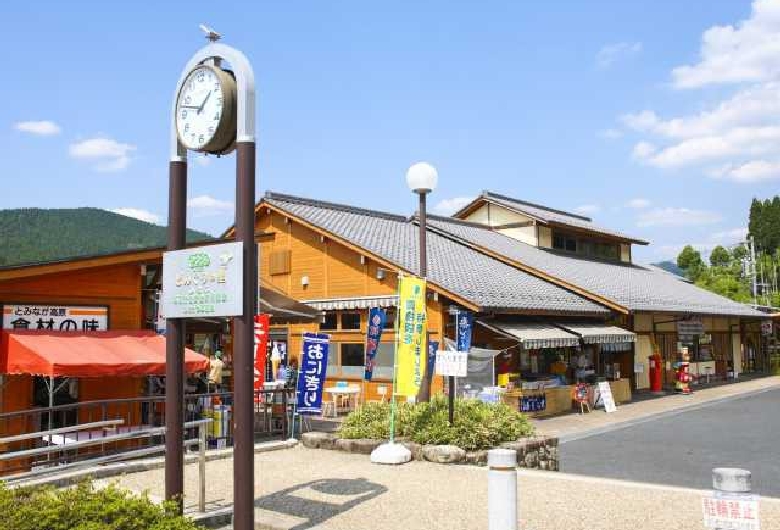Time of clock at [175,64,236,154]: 1:47
